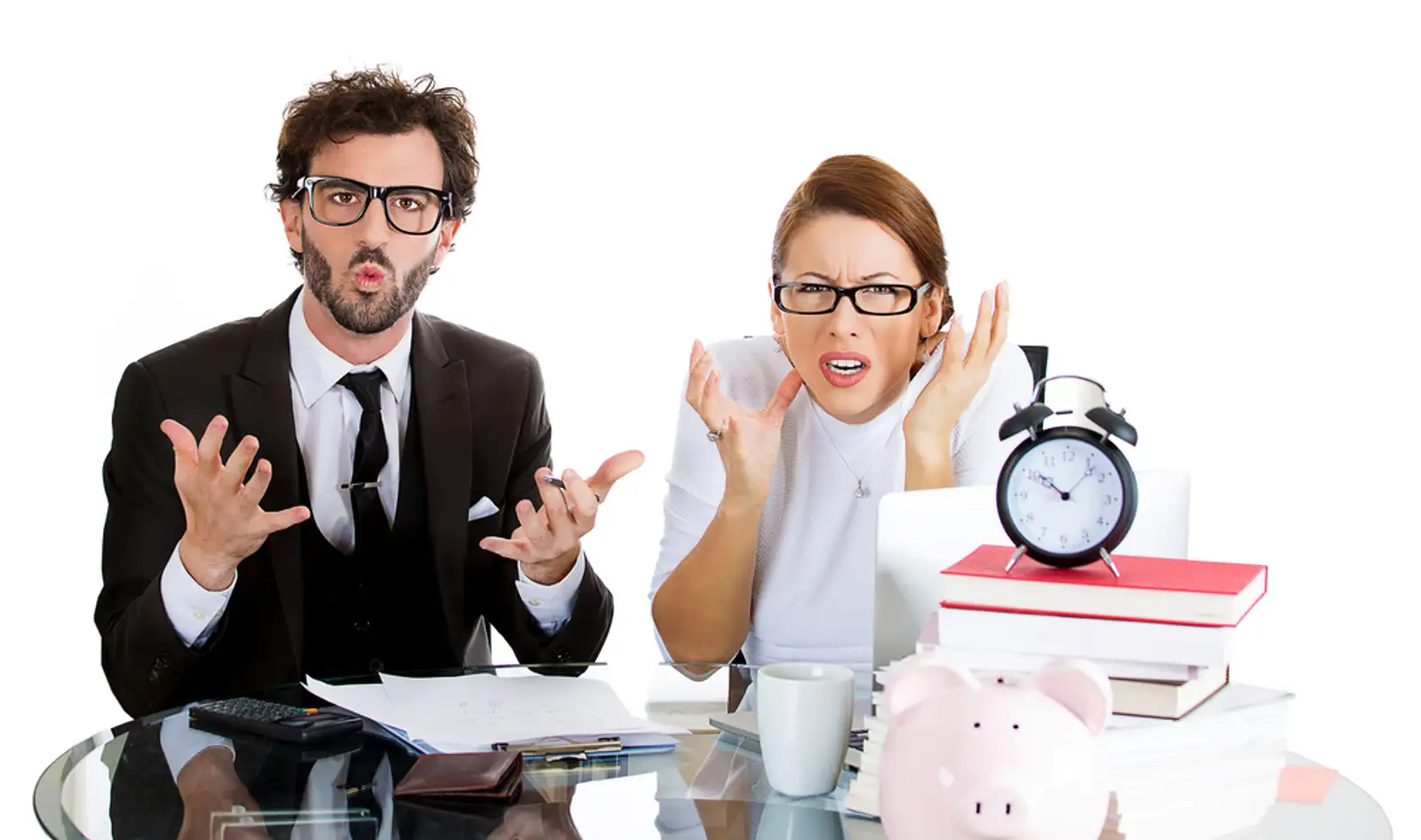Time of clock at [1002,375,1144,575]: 10:07
